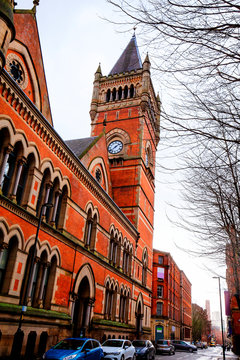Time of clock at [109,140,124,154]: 1:38
